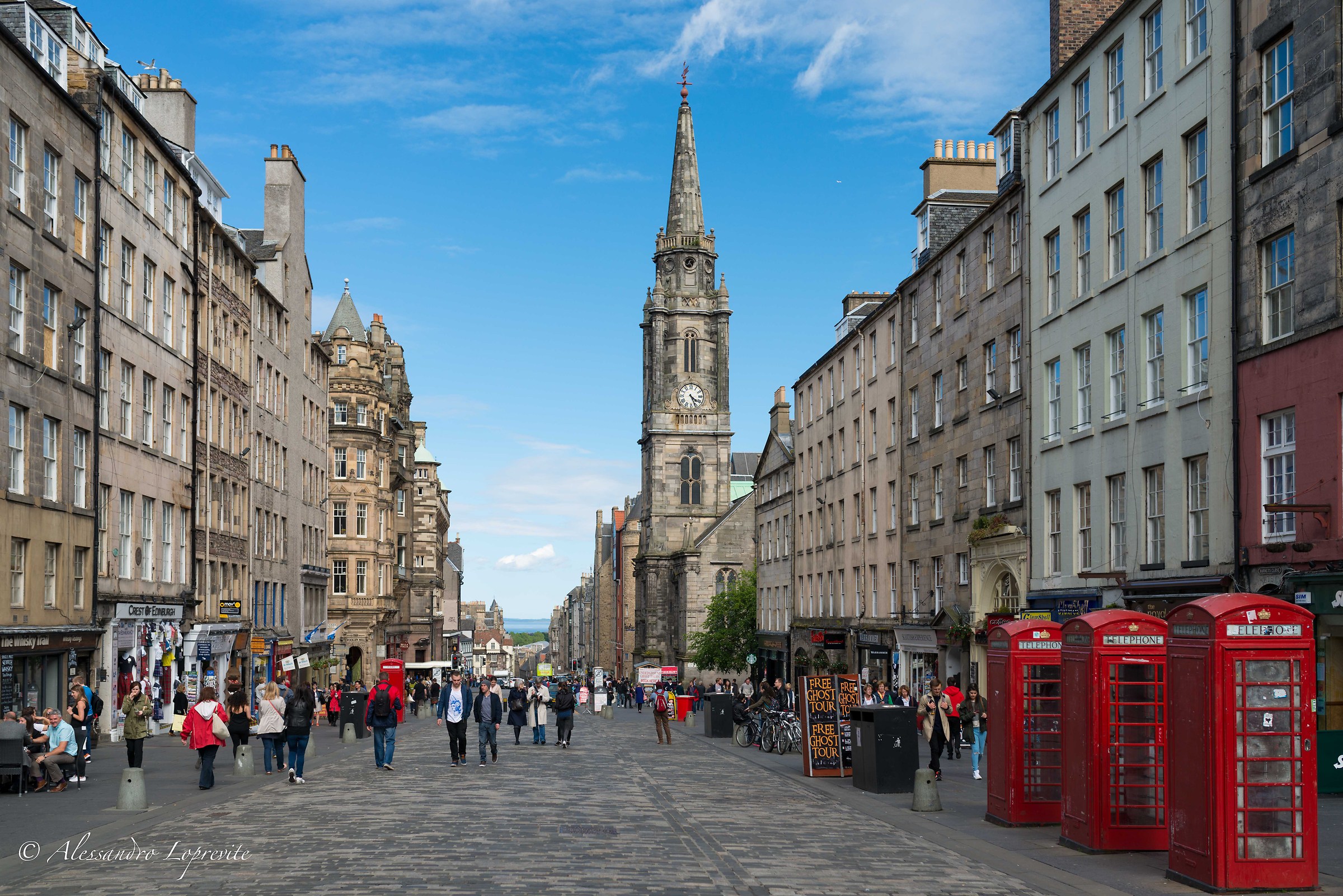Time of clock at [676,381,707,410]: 4:26
